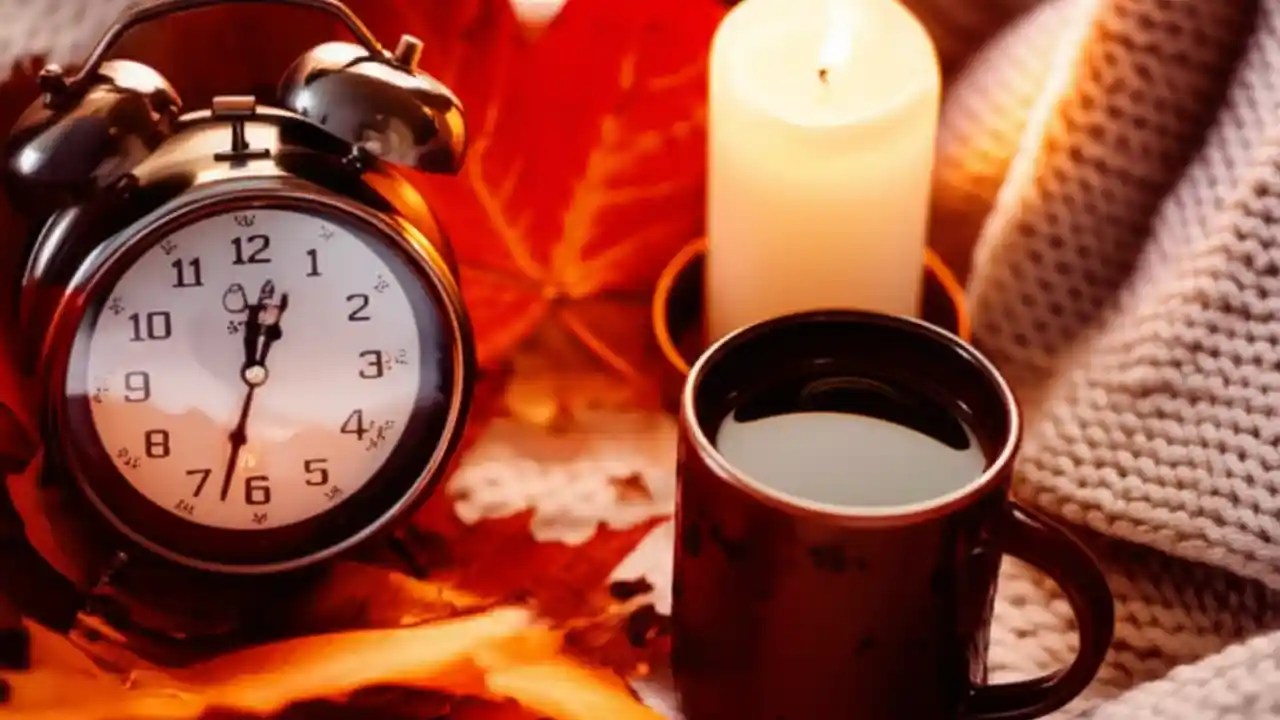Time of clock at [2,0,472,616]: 12:32
